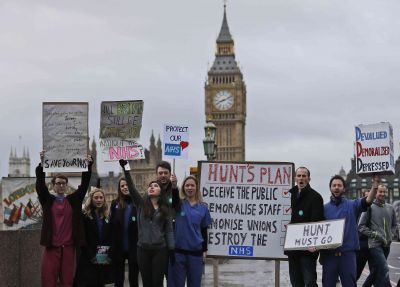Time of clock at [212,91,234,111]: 8:11
